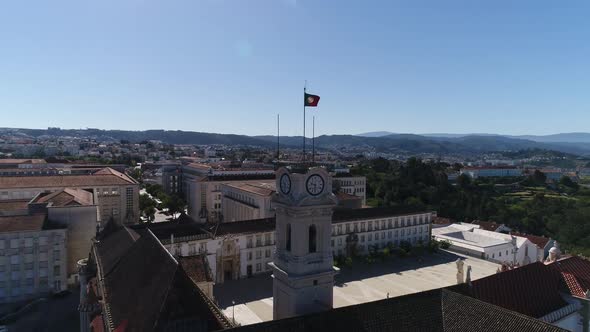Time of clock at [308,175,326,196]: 9:31
